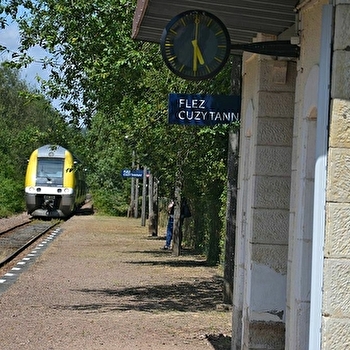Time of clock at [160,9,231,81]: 5:30
